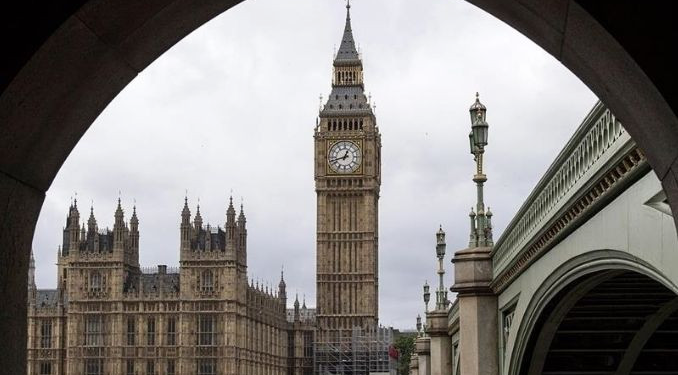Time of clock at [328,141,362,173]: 12:42
